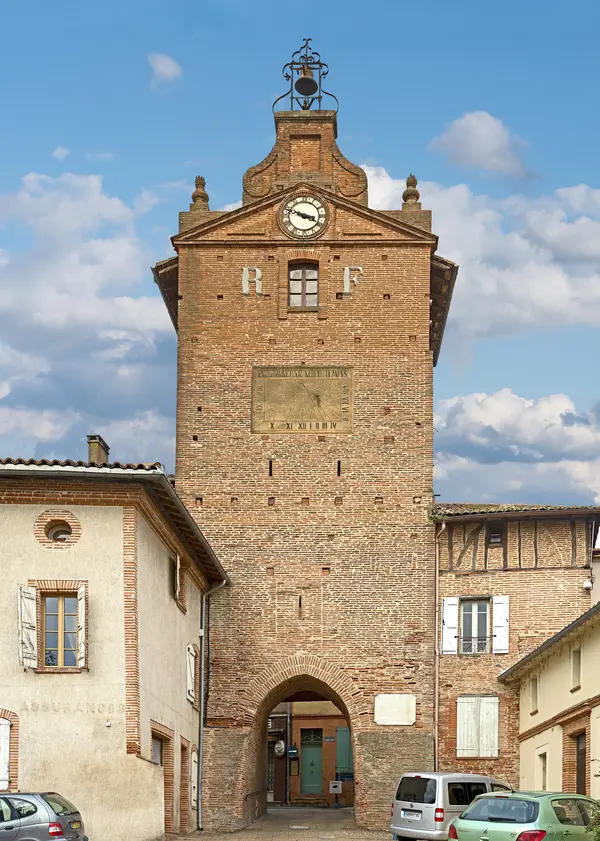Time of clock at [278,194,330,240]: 3:48
